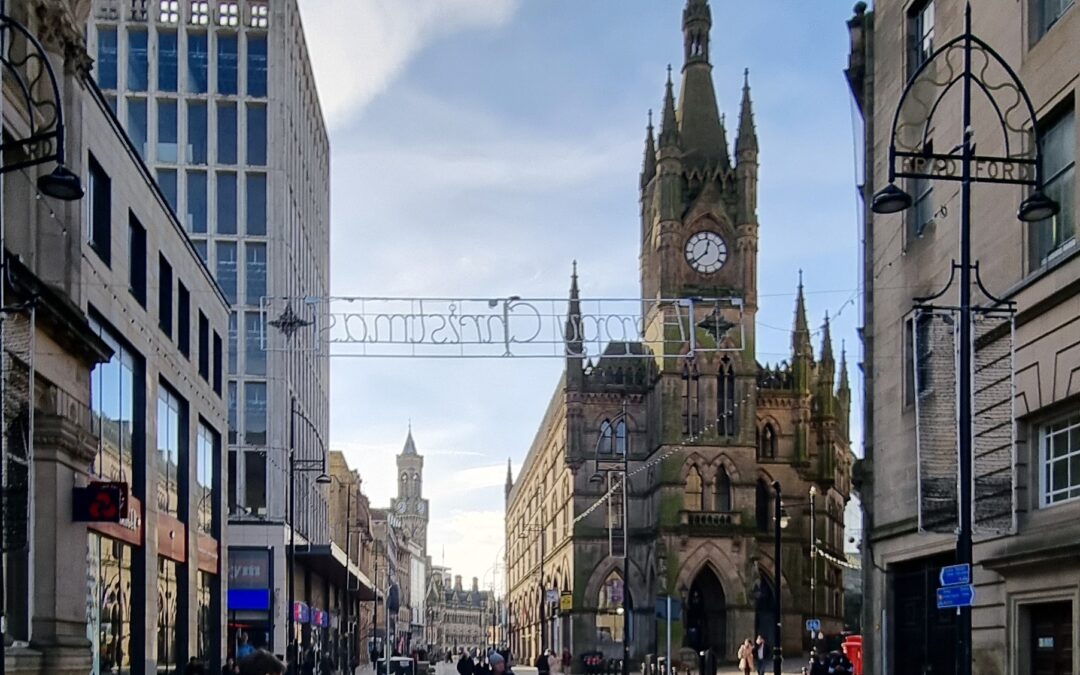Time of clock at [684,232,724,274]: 12:38
